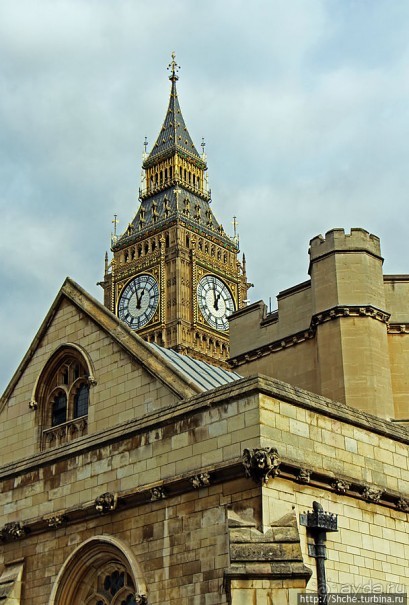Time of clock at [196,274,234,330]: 12:58
